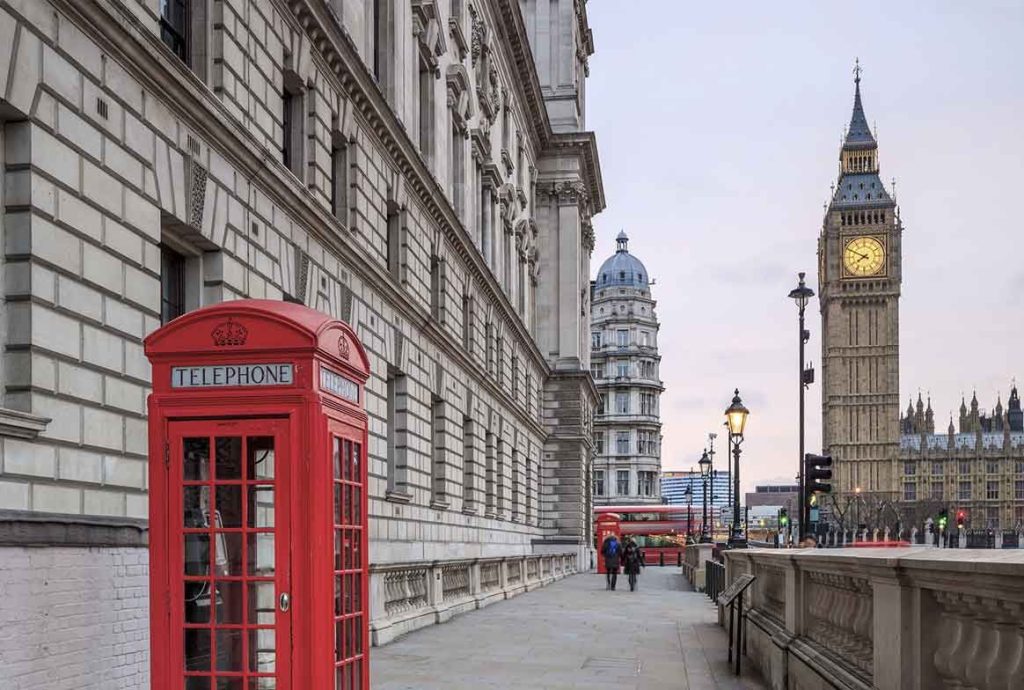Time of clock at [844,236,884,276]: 7:49
